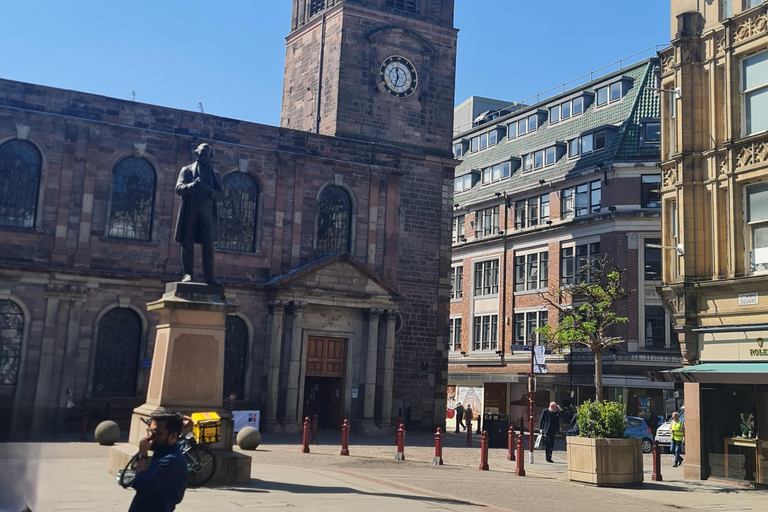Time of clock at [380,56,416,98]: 11:33
